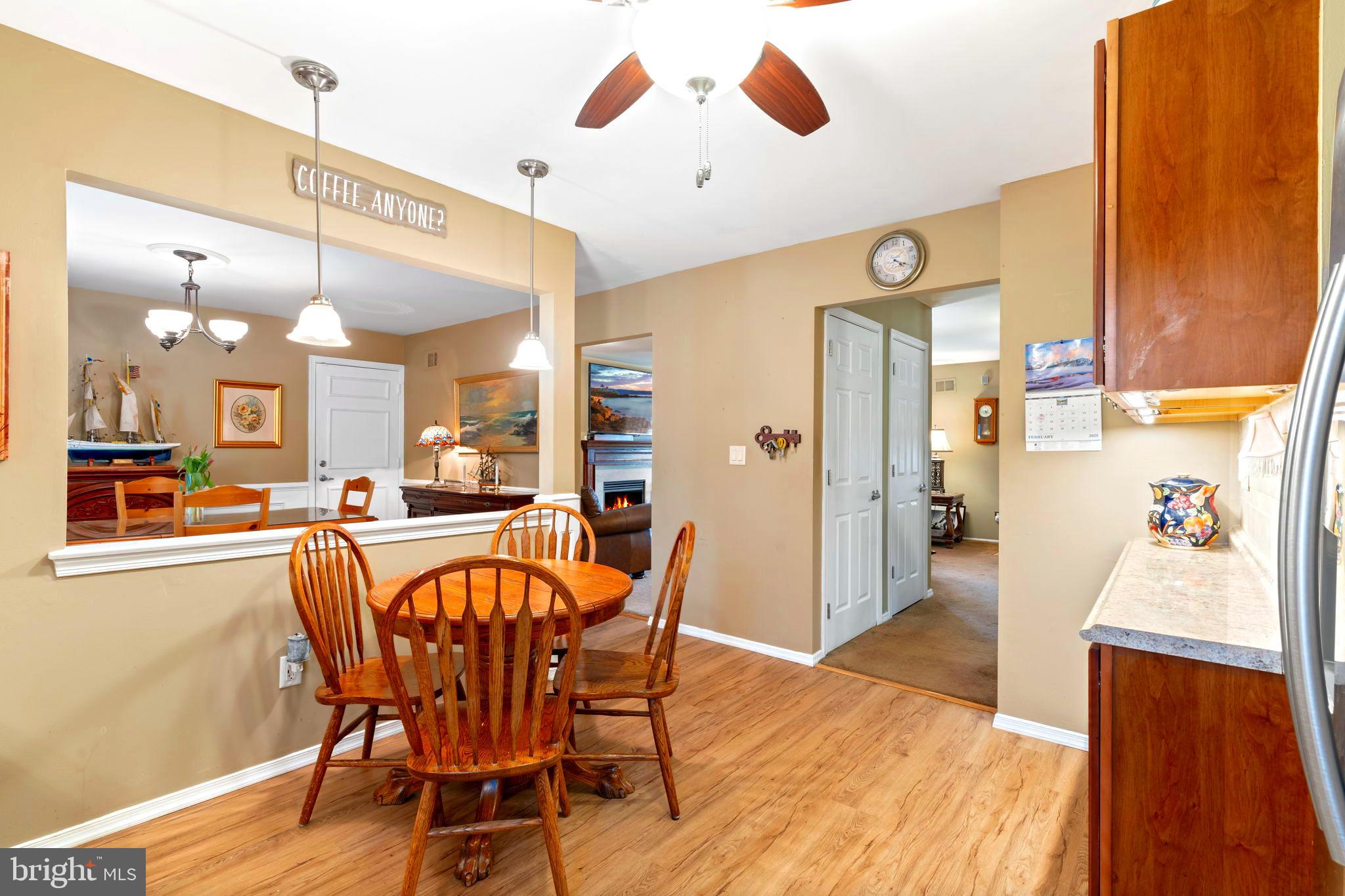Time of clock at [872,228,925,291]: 4:19
